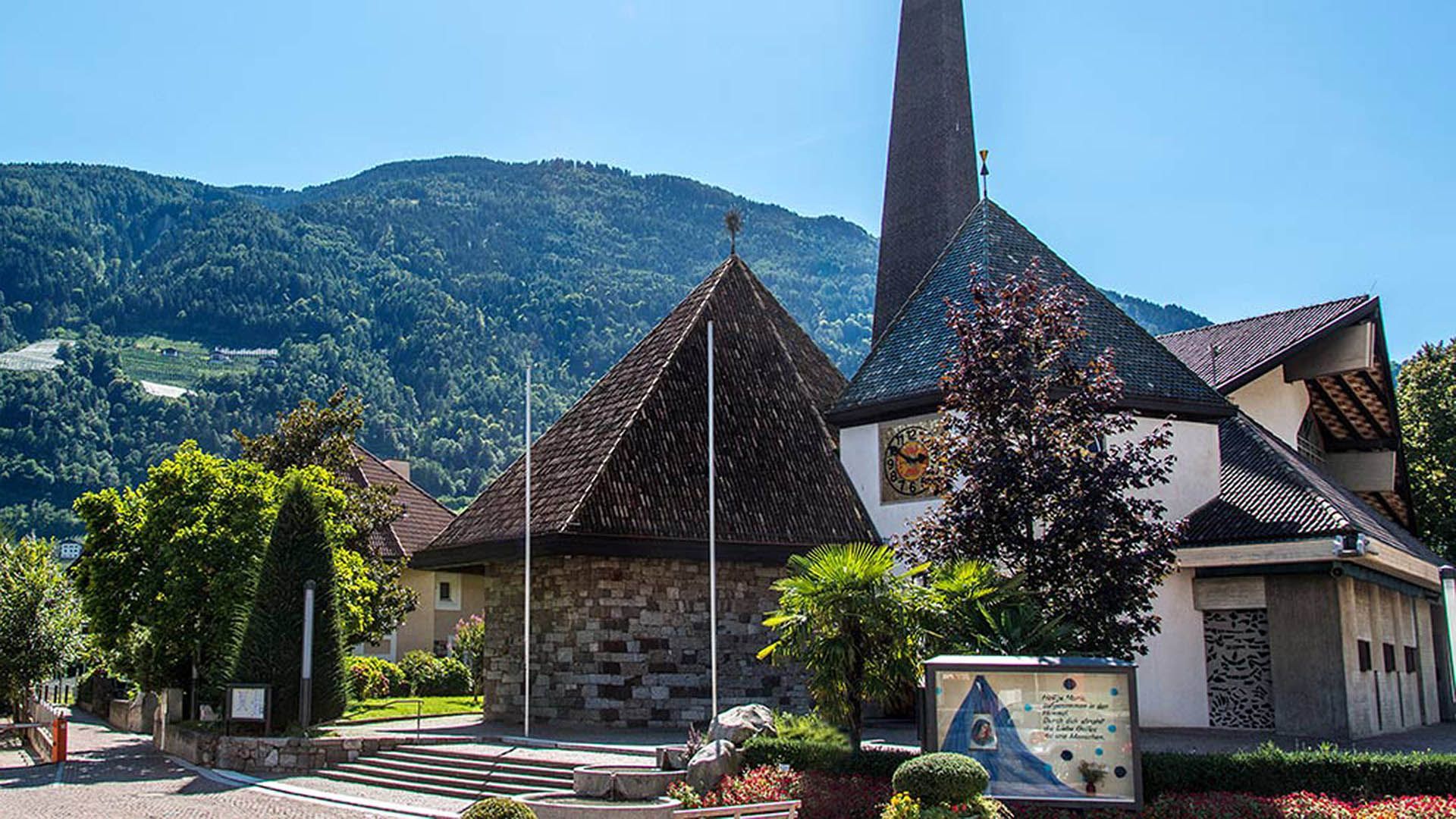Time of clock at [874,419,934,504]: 2:50
